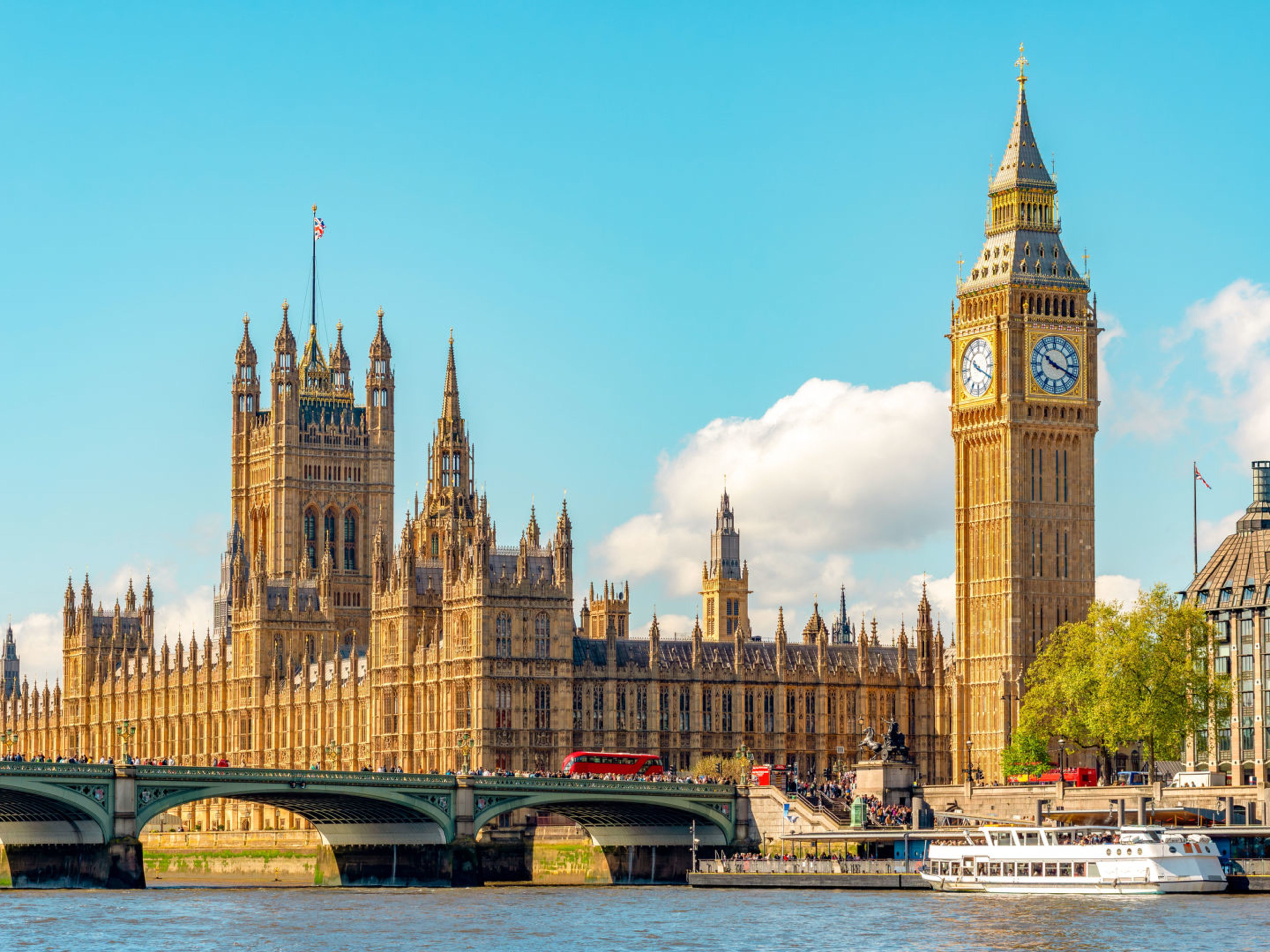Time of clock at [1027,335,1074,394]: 10:18
